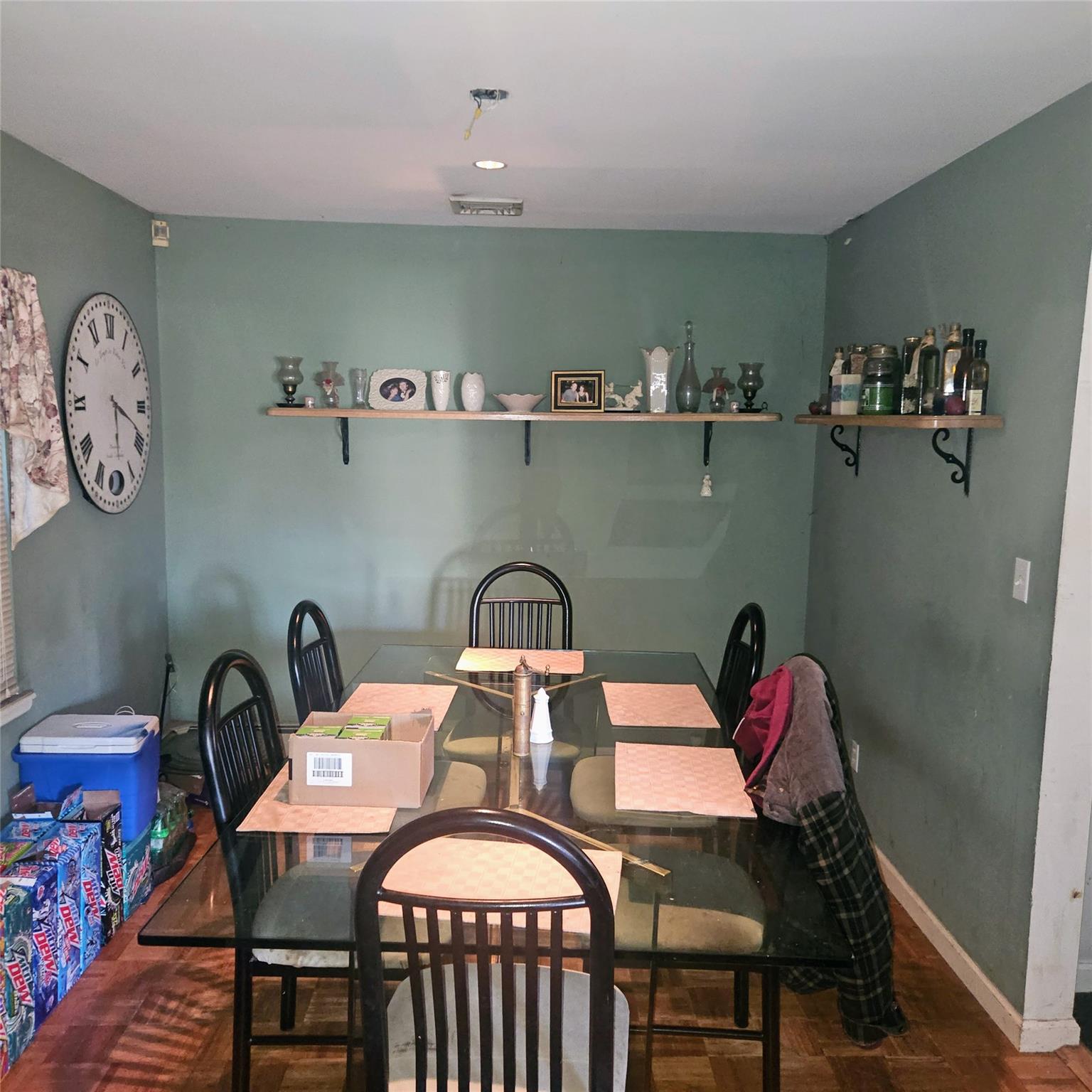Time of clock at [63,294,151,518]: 5:18
